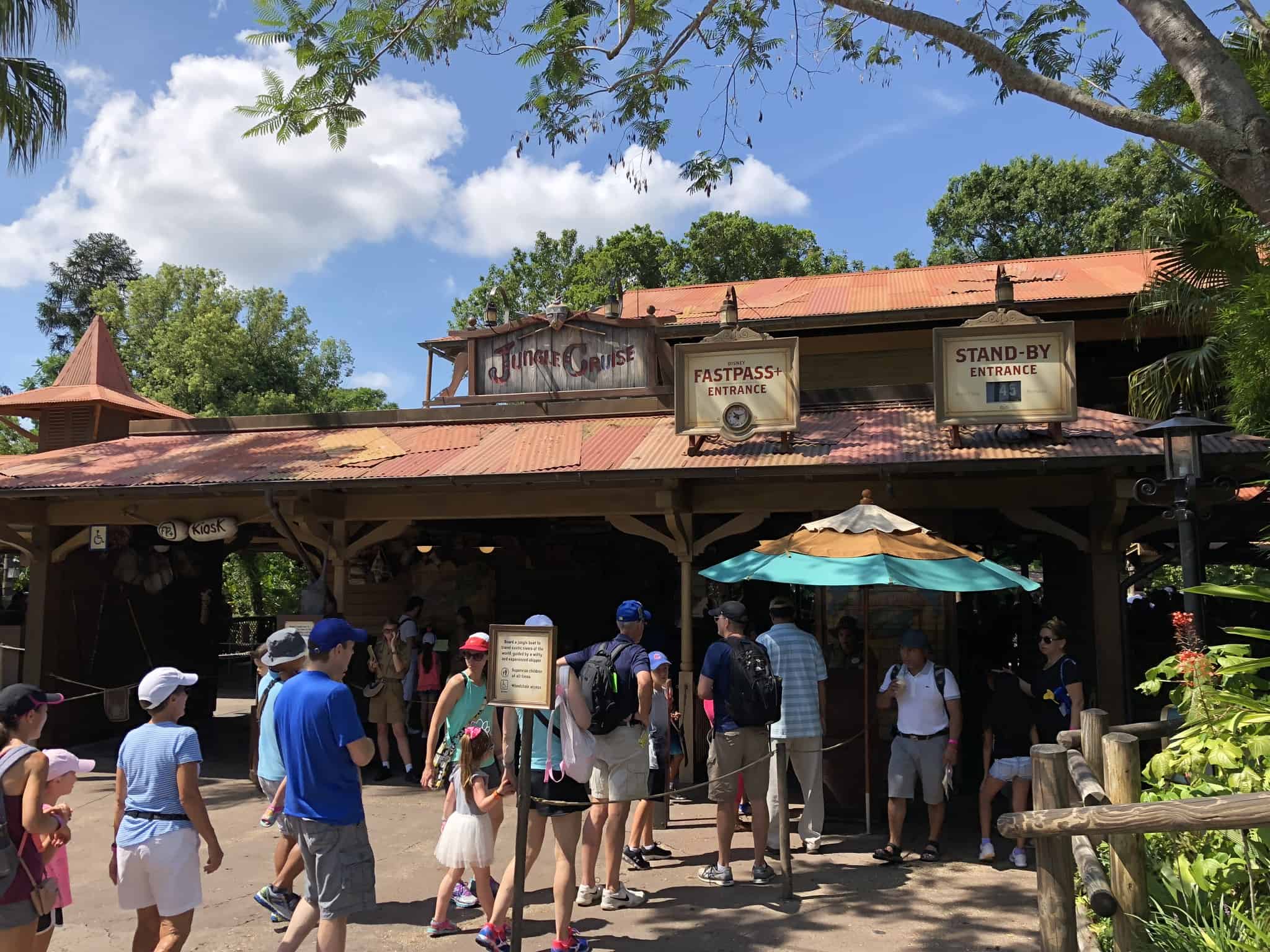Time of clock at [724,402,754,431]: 11:12
